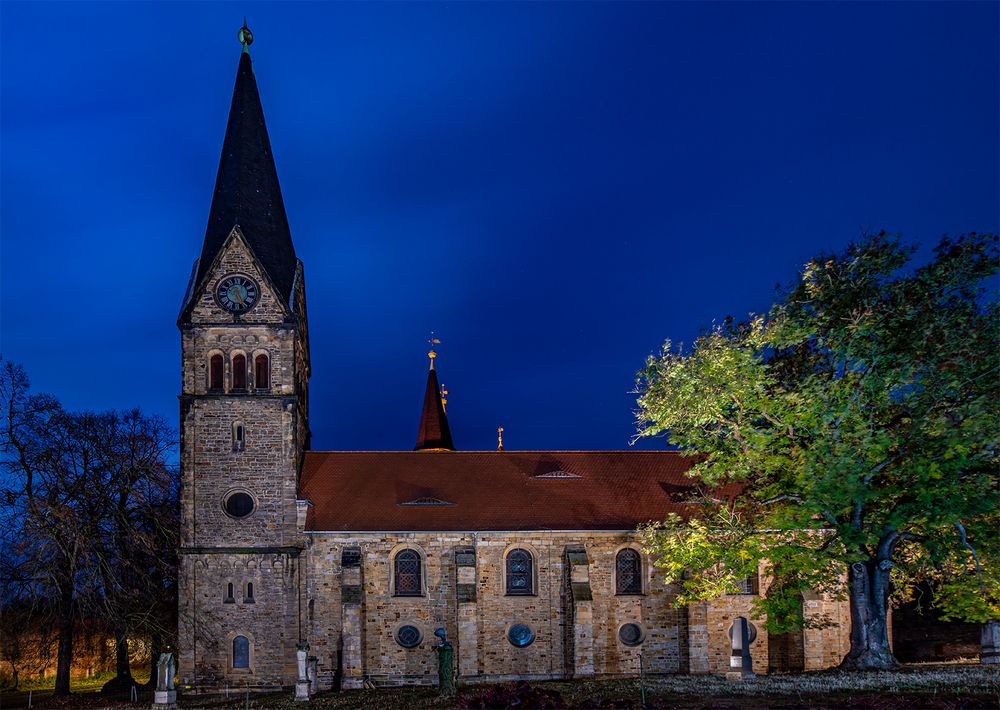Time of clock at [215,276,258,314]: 5:26
